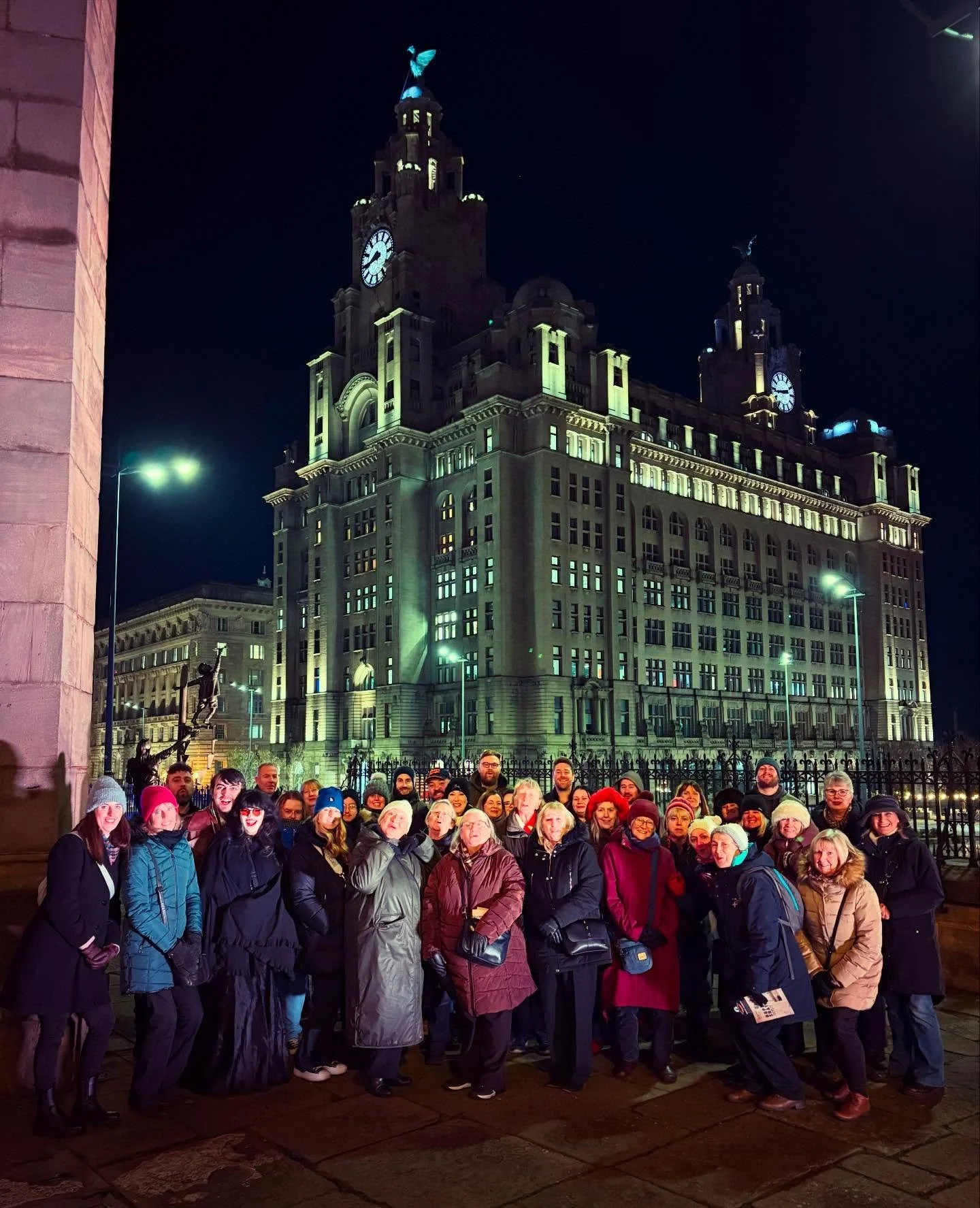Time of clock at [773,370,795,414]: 2:43
